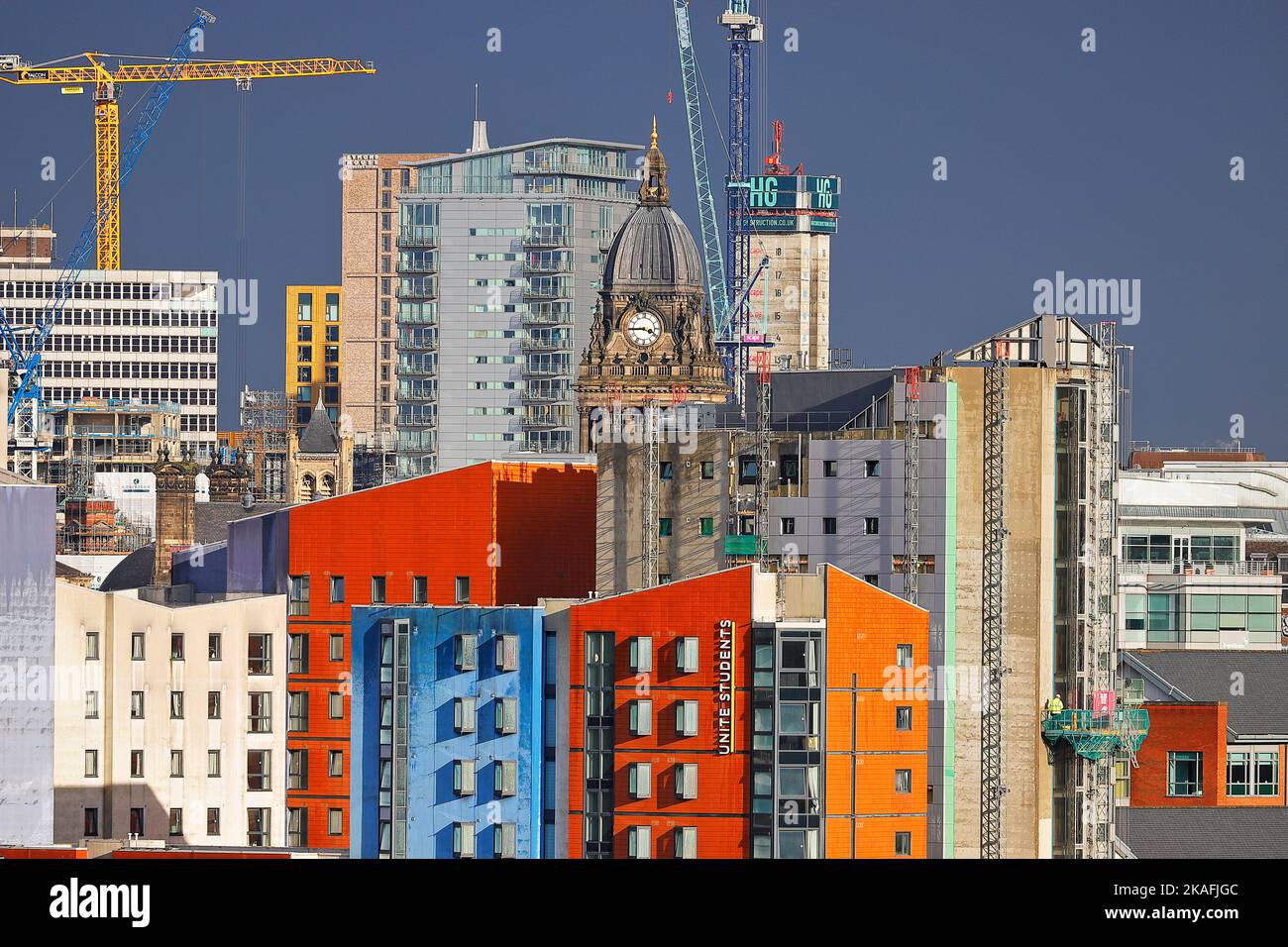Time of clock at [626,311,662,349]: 3:44
